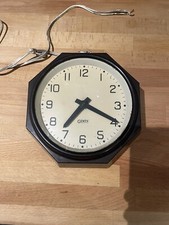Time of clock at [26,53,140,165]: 7:19
